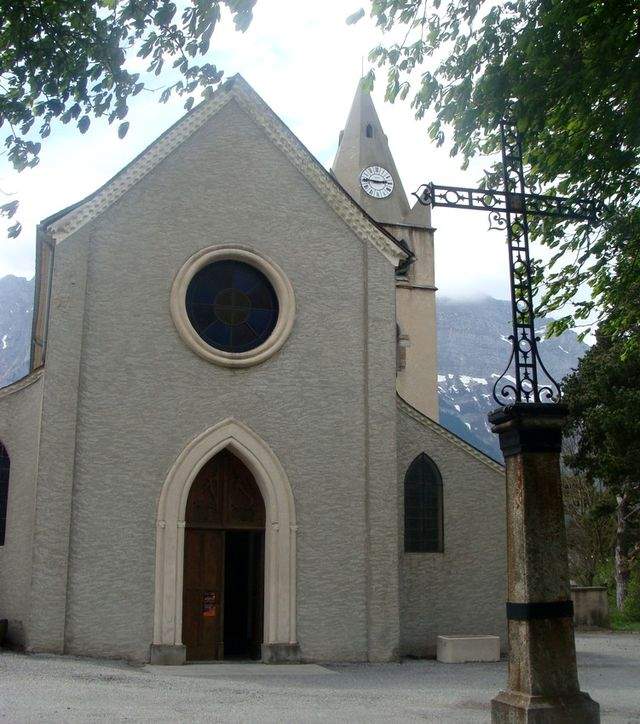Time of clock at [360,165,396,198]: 2:45
